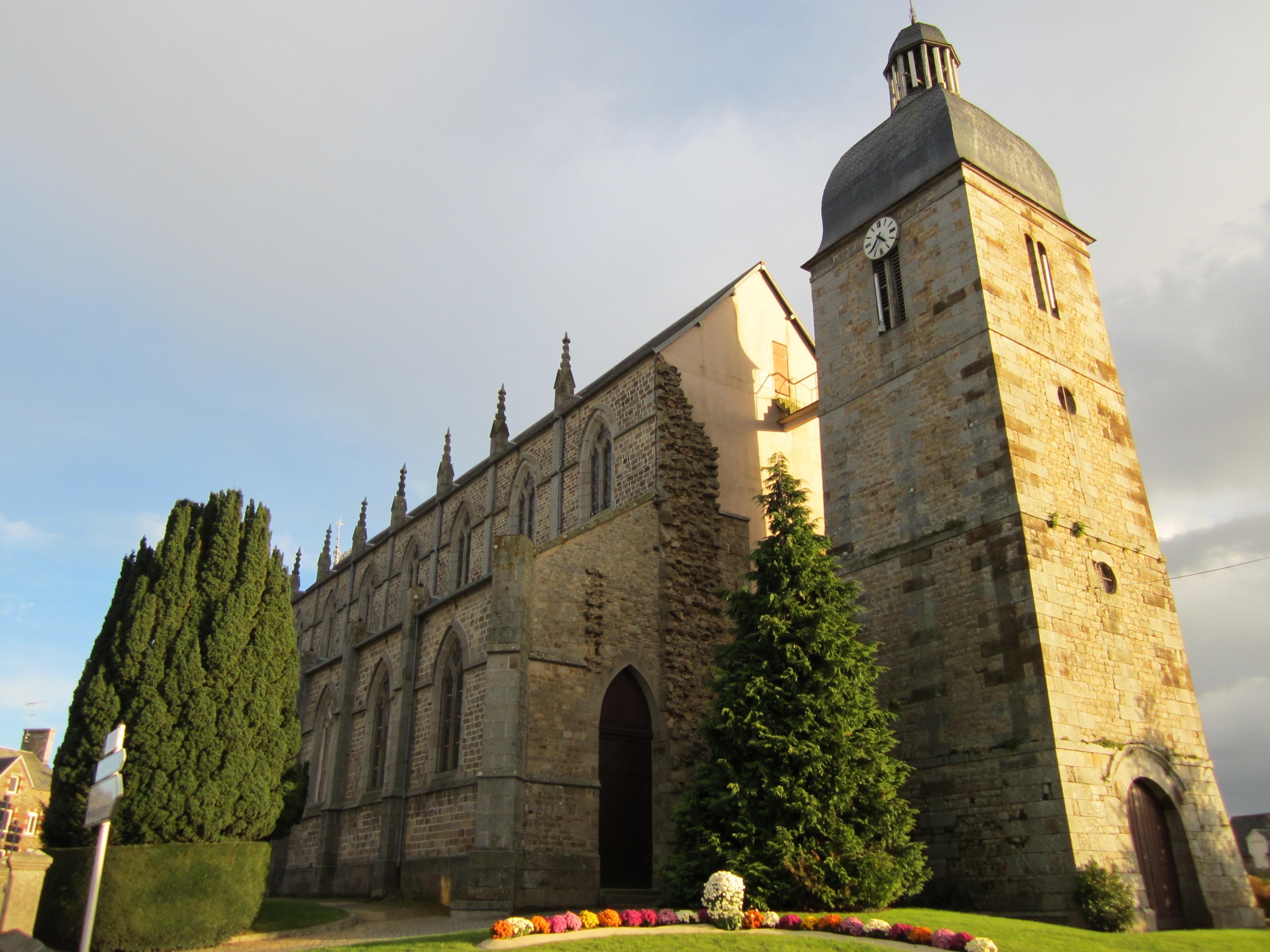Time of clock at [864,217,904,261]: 4:35
